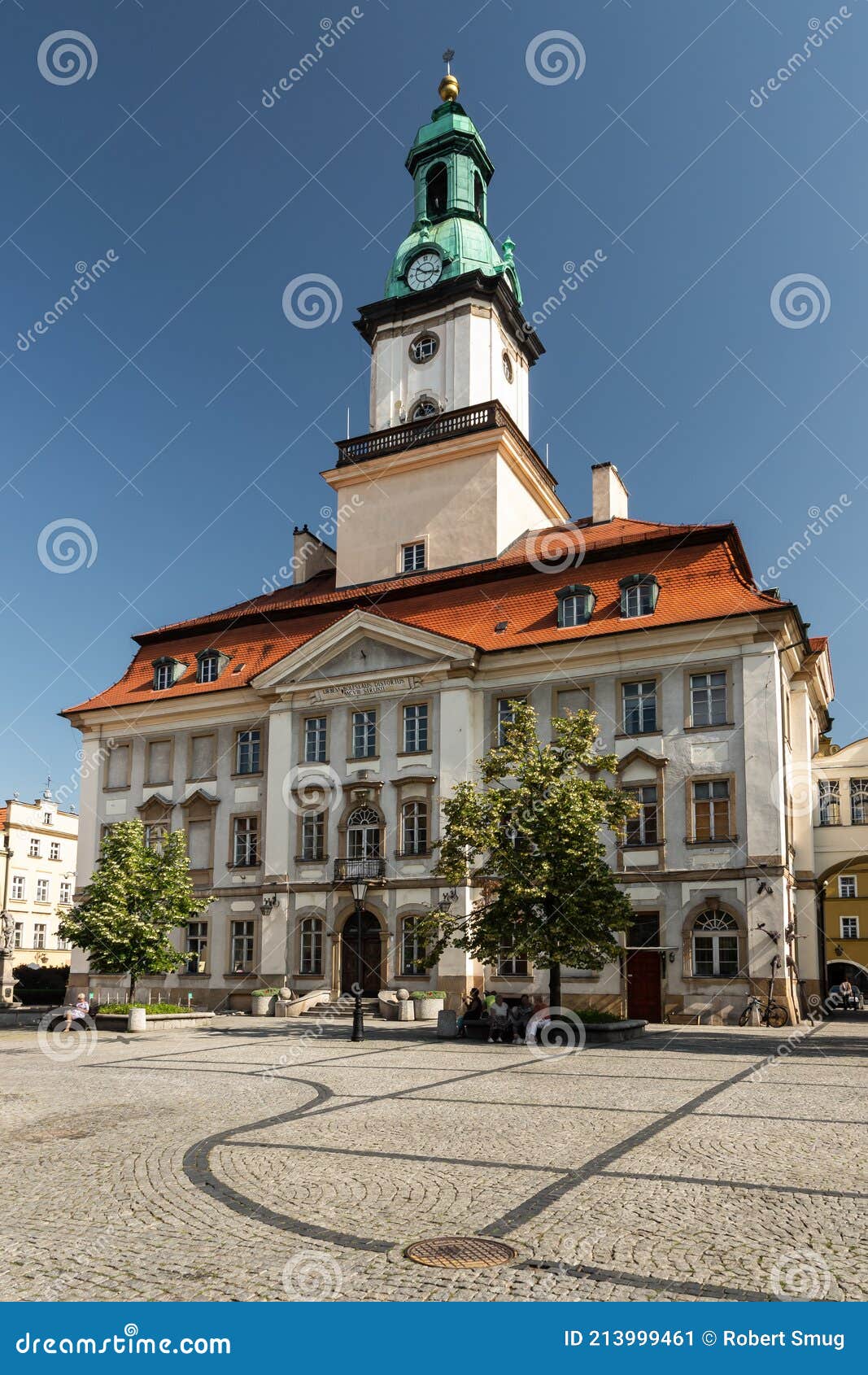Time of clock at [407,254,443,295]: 10:17
